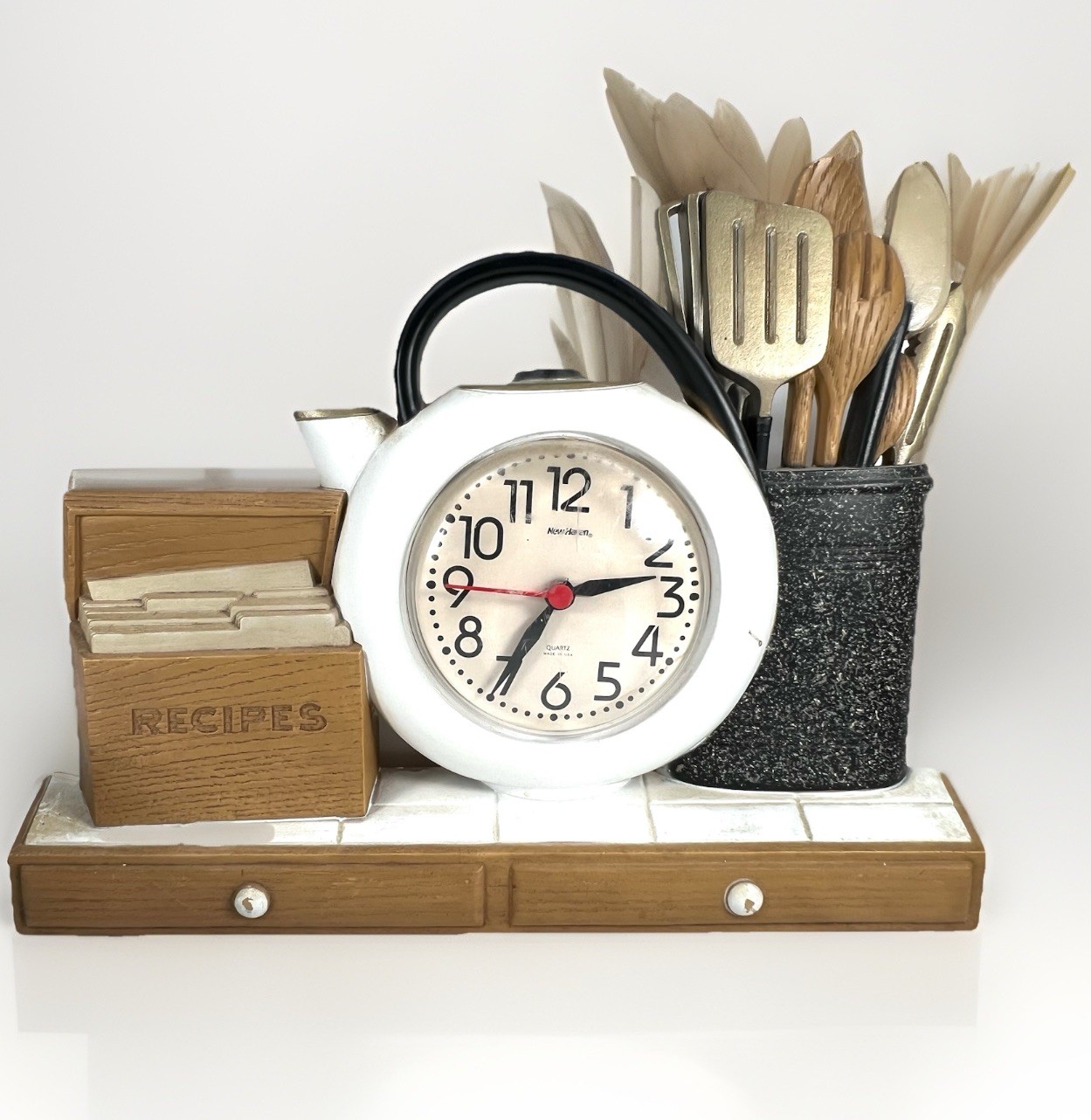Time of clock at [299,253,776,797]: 2:34
